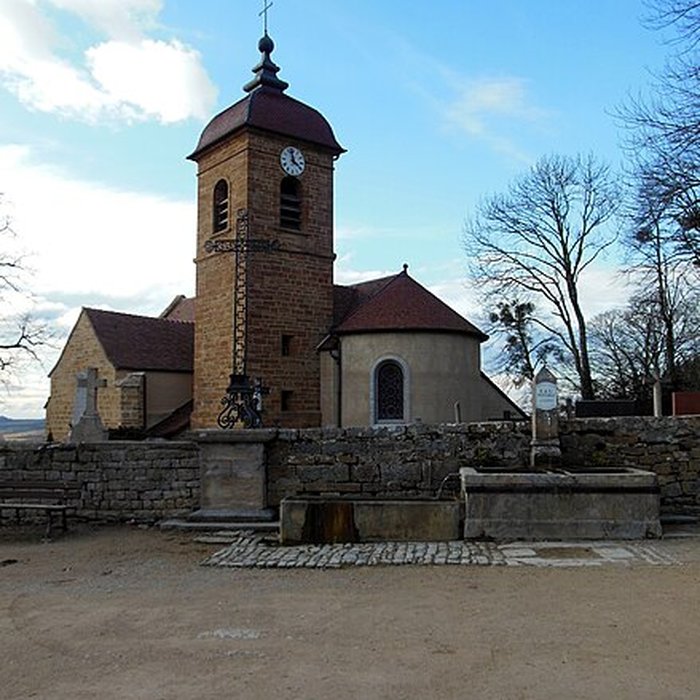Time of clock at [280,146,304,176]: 3:58
